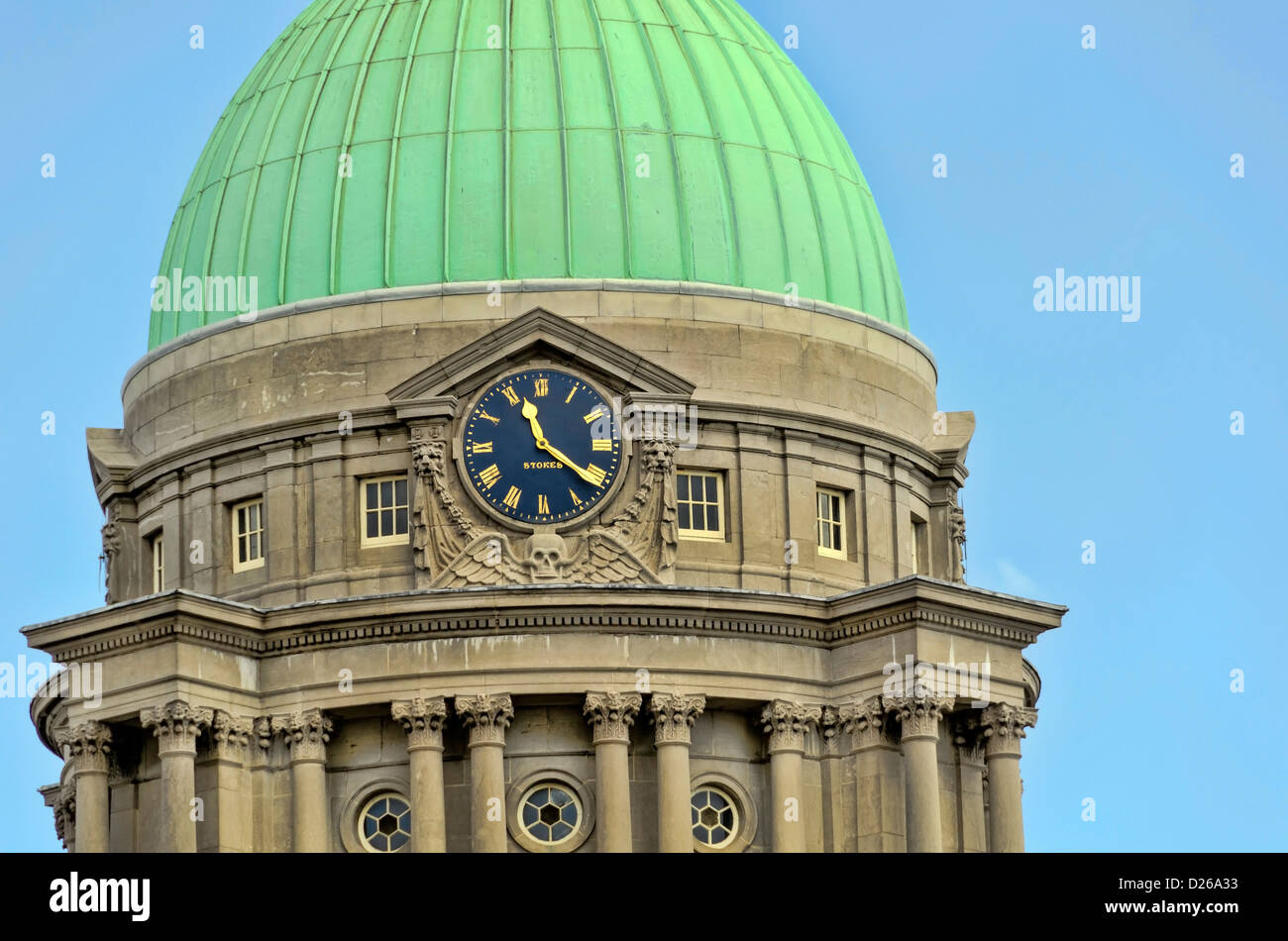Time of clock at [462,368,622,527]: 11:21
